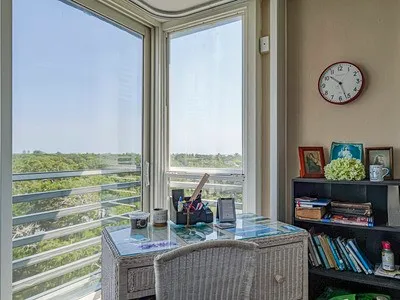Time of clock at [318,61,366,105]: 10:26
